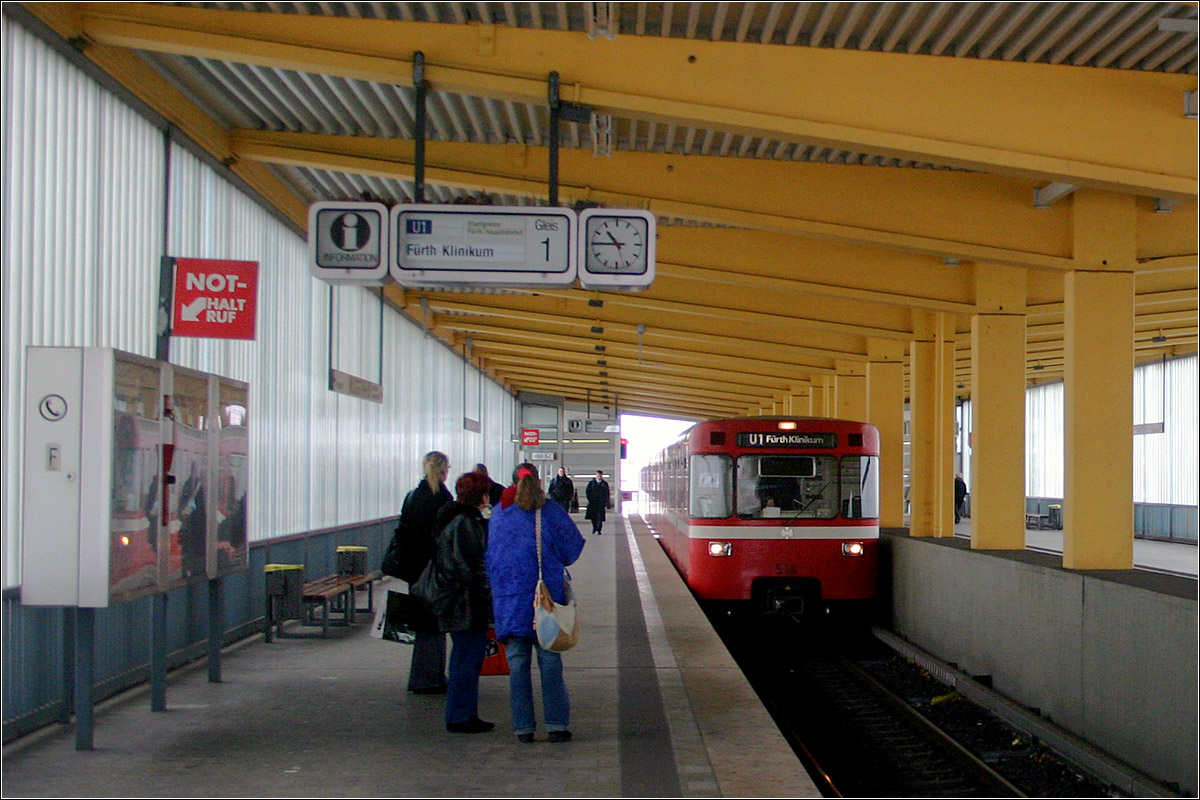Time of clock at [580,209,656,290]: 10:45
